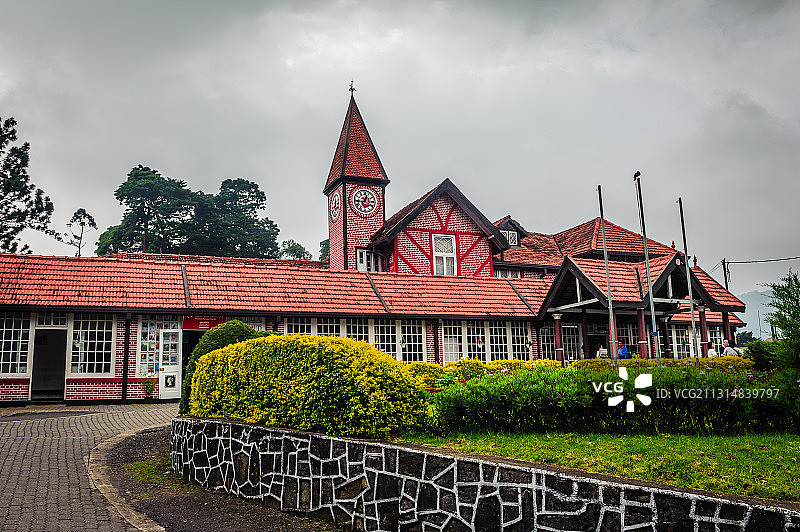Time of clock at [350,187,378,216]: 12:44
